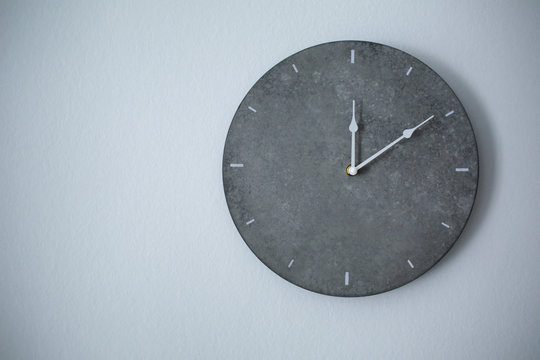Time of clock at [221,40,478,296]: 12:09
